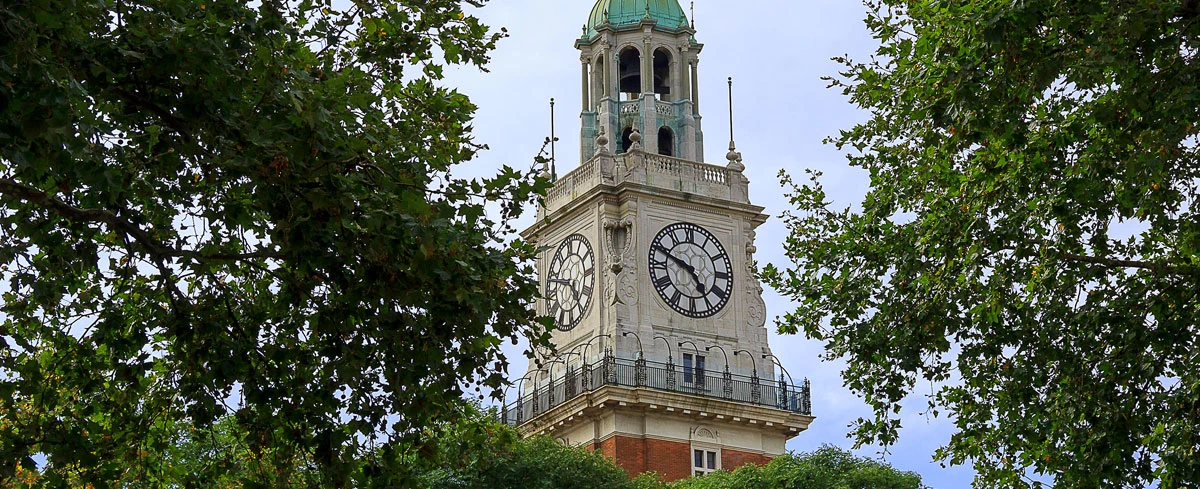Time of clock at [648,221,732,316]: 4:48
